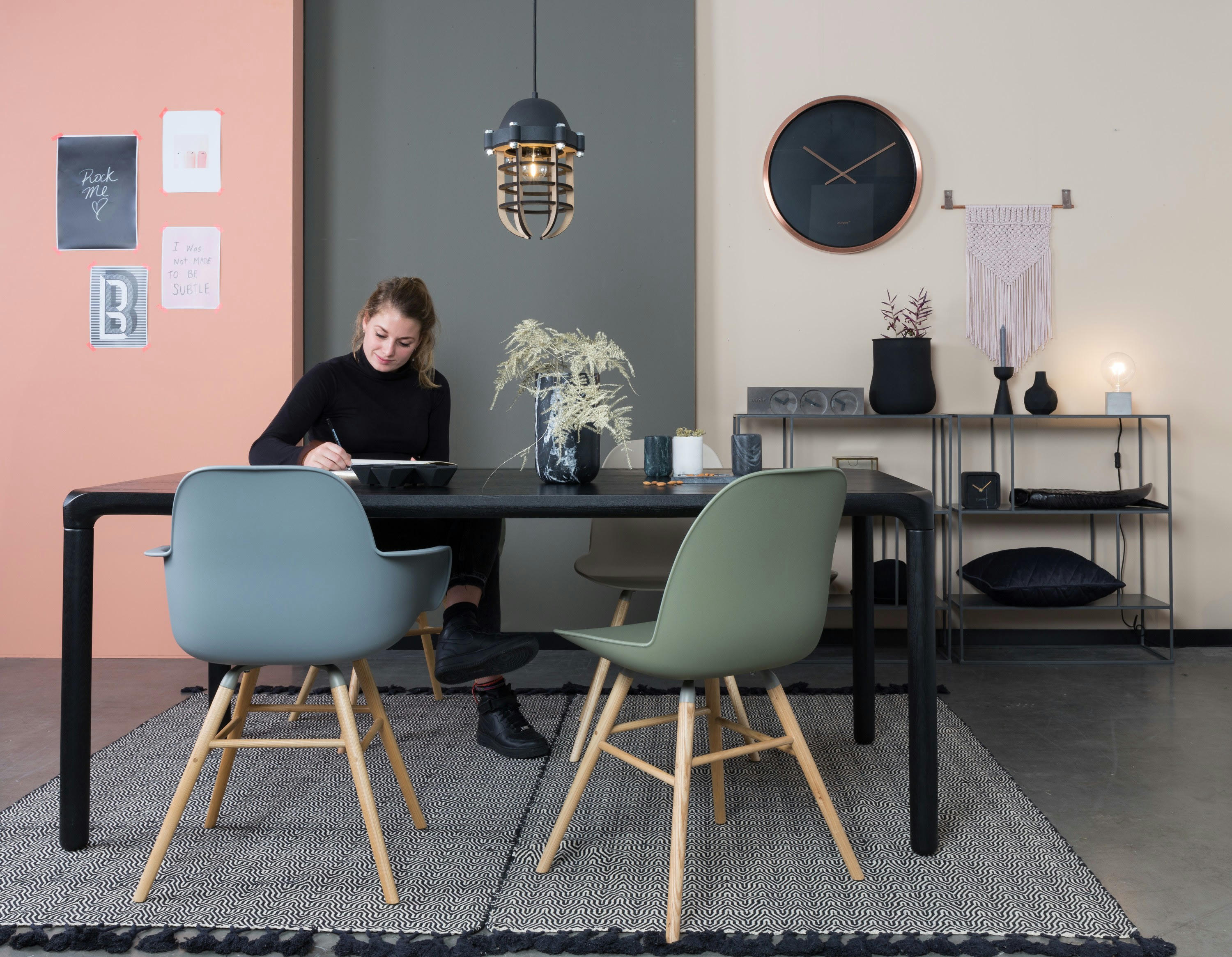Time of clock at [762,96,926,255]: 10:09
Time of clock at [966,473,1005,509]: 10:07
